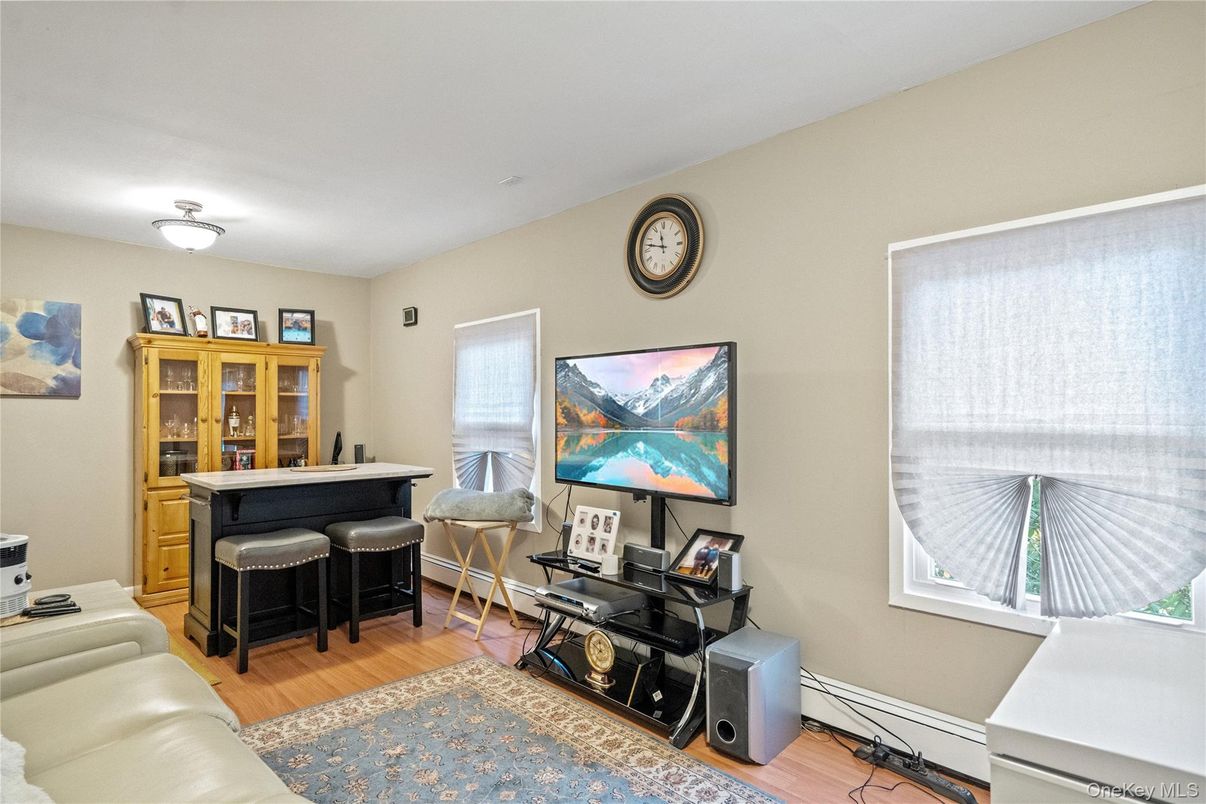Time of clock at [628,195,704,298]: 11:46
